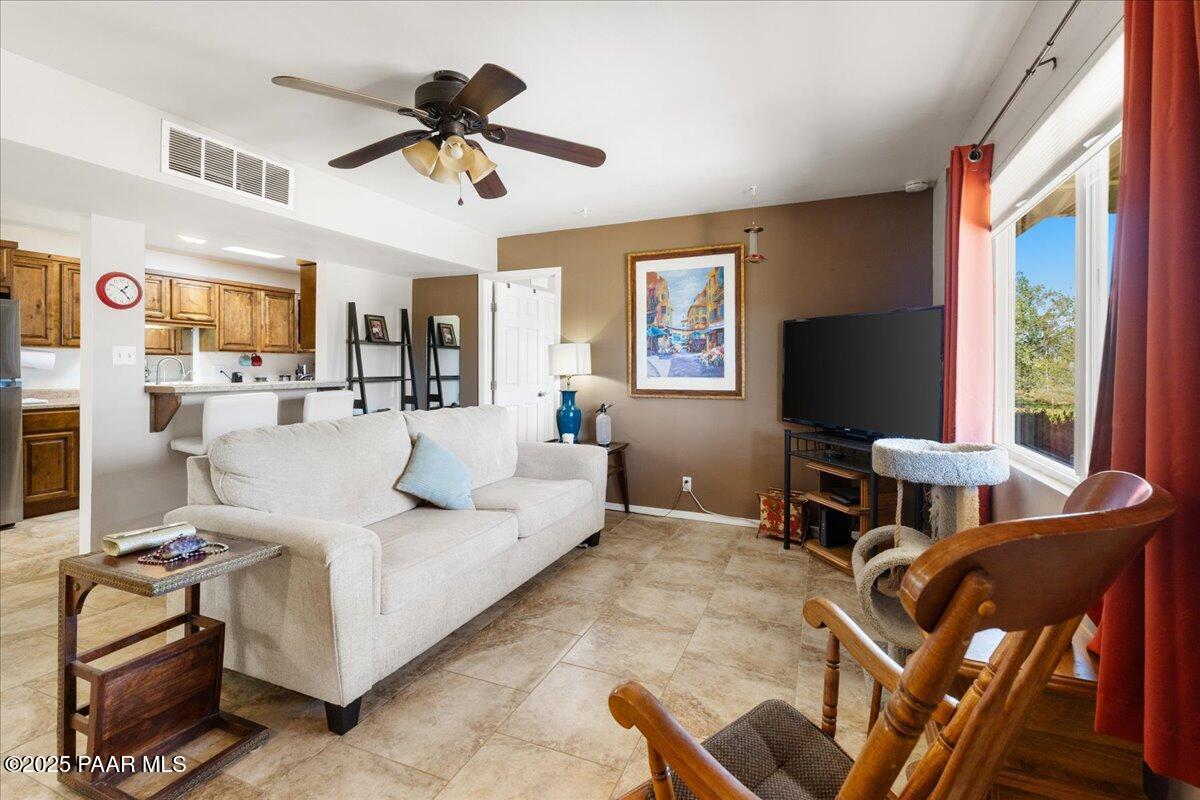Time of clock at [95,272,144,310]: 1:23
